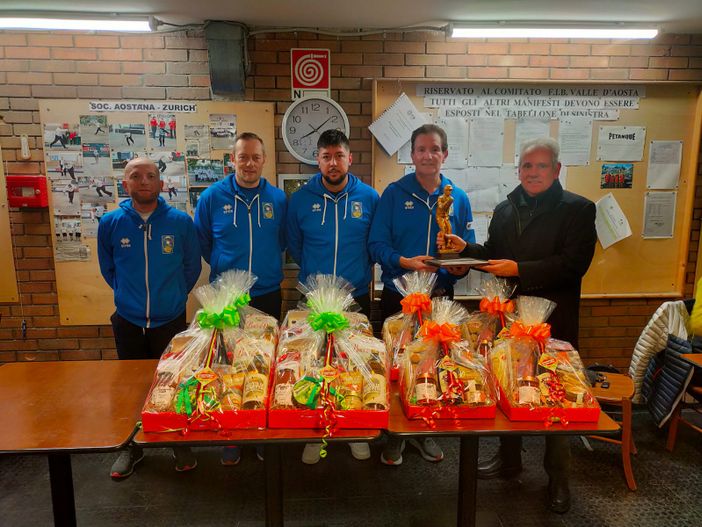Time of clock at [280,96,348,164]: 8:08
